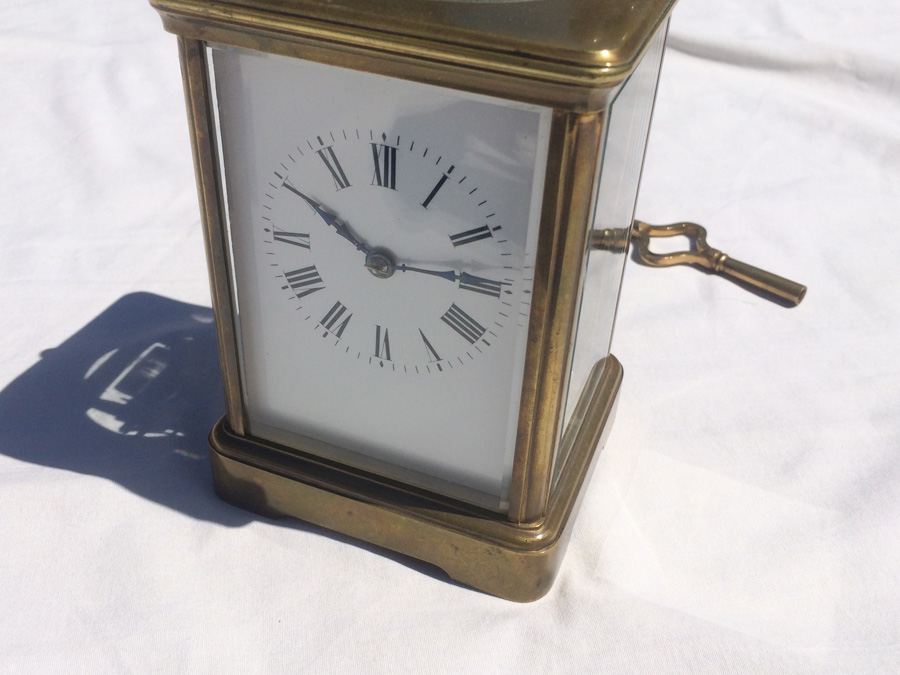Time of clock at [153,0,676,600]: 2:49
